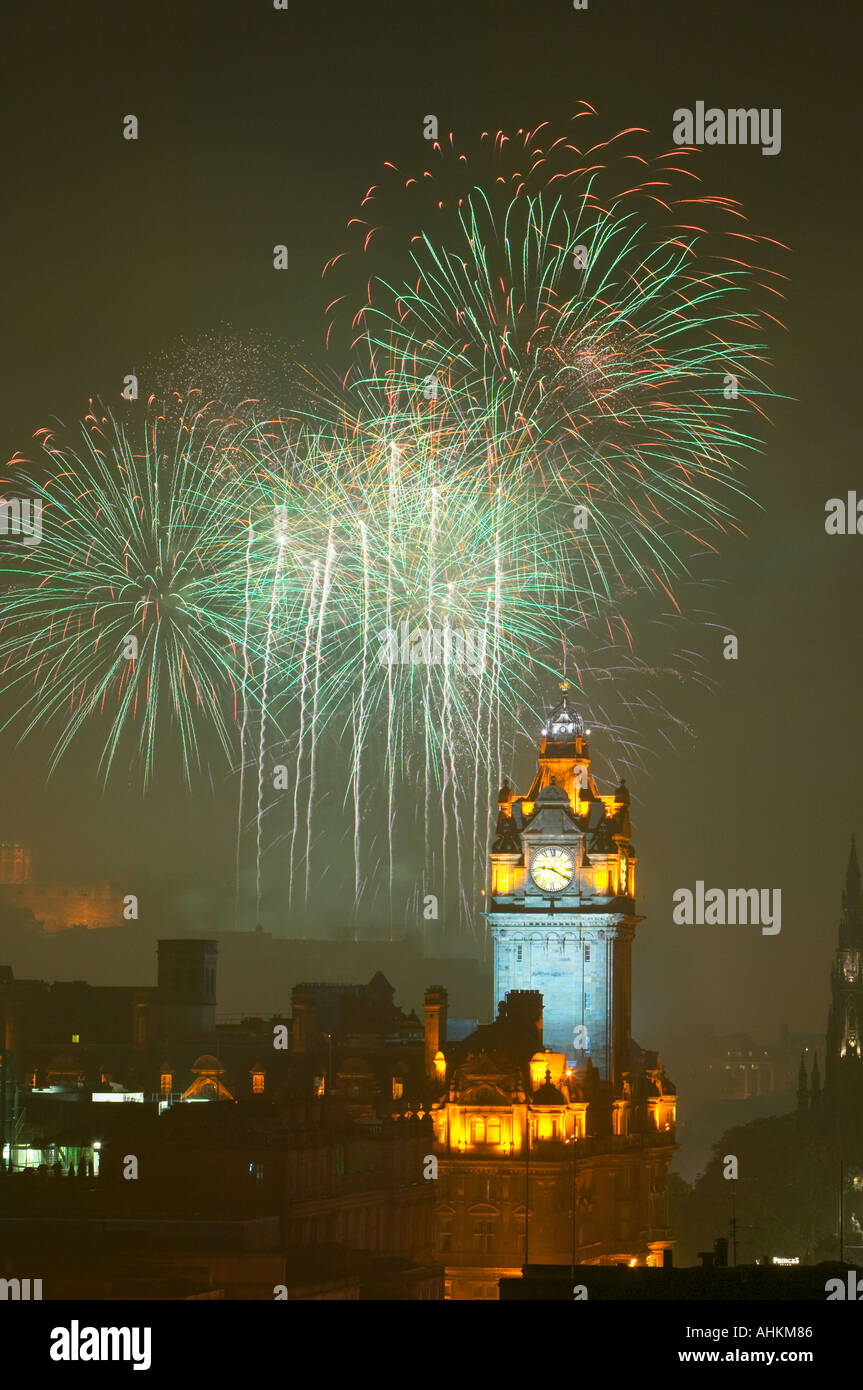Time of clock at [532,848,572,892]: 9:20
